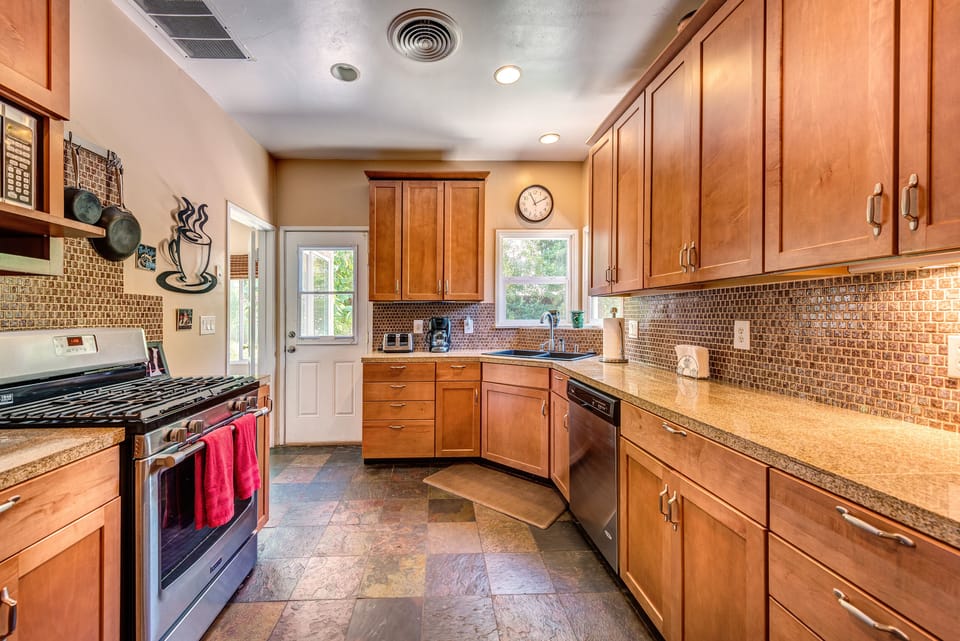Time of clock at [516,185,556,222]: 11:10
